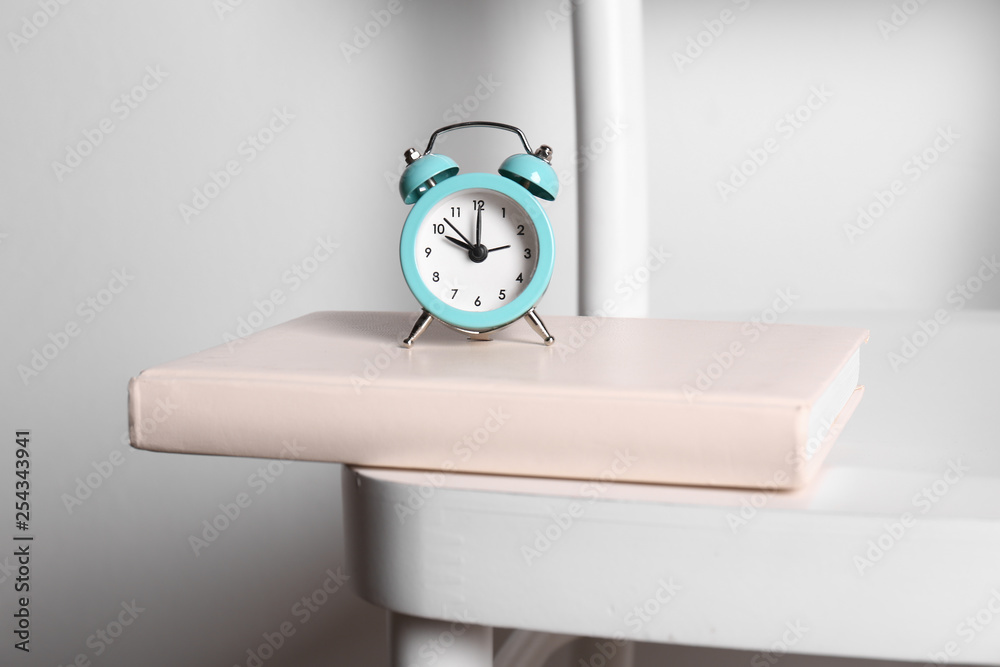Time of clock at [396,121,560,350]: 10:00
